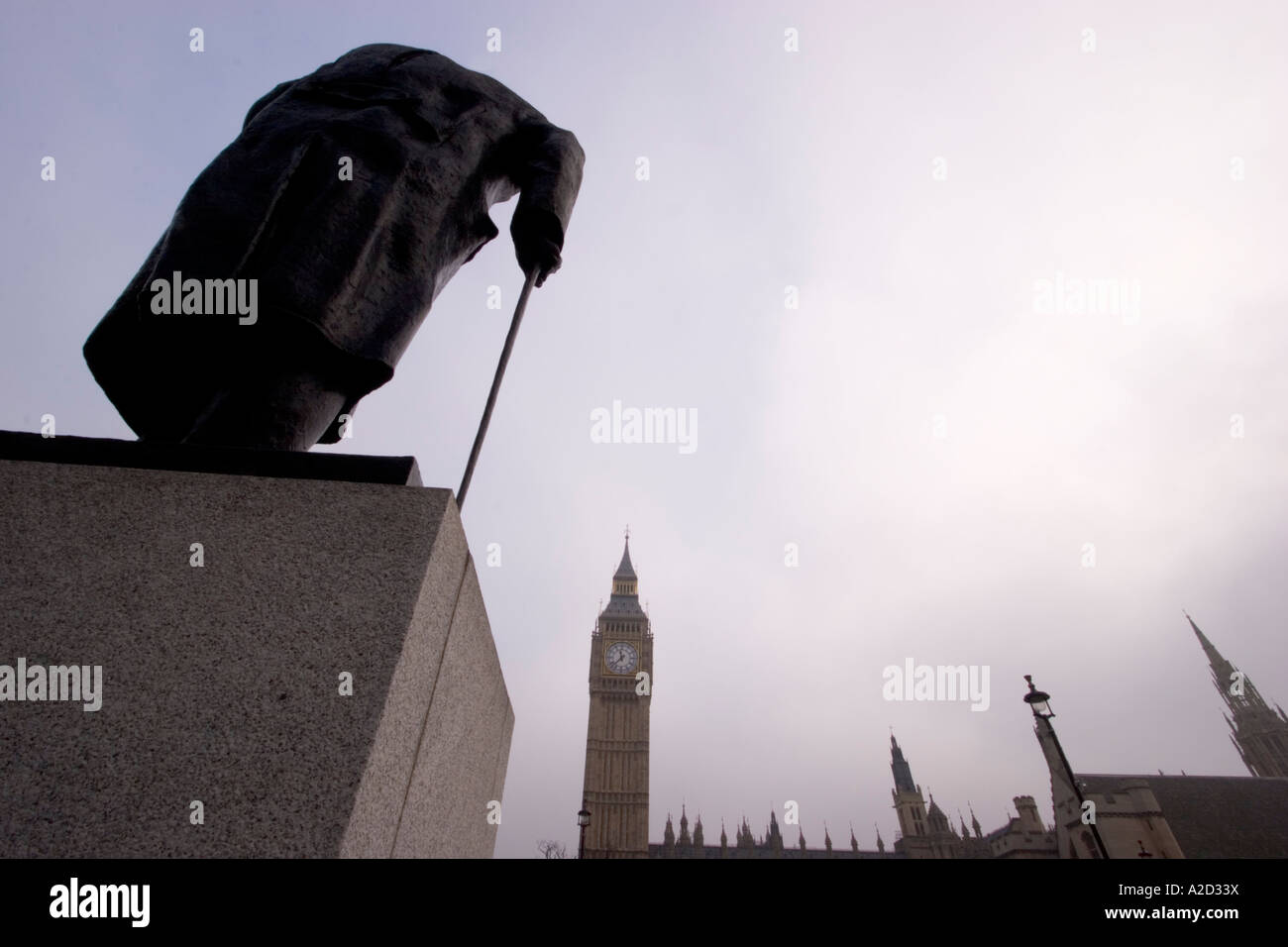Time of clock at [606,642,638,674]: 11:37
